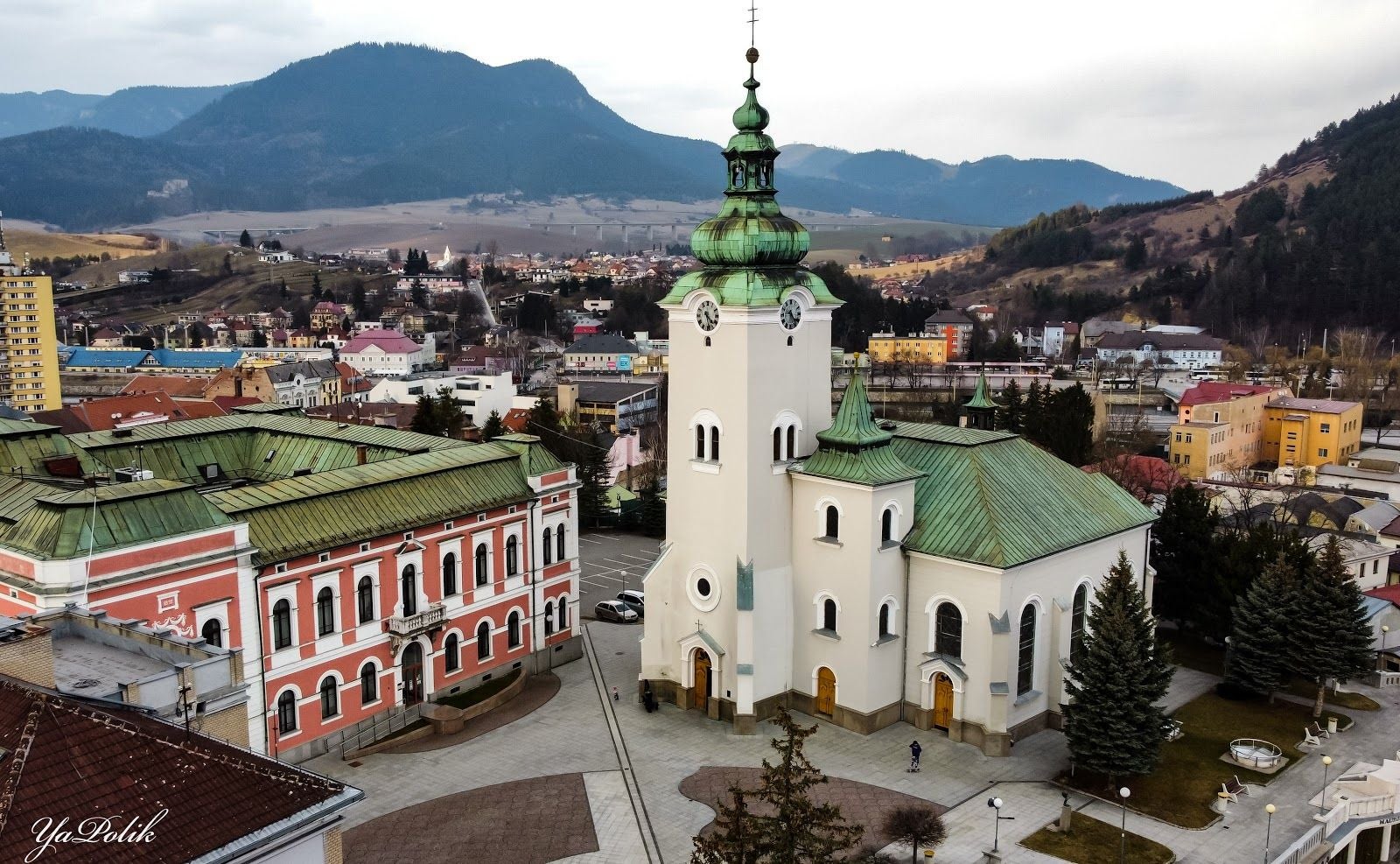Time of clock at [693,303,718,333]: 4:28
